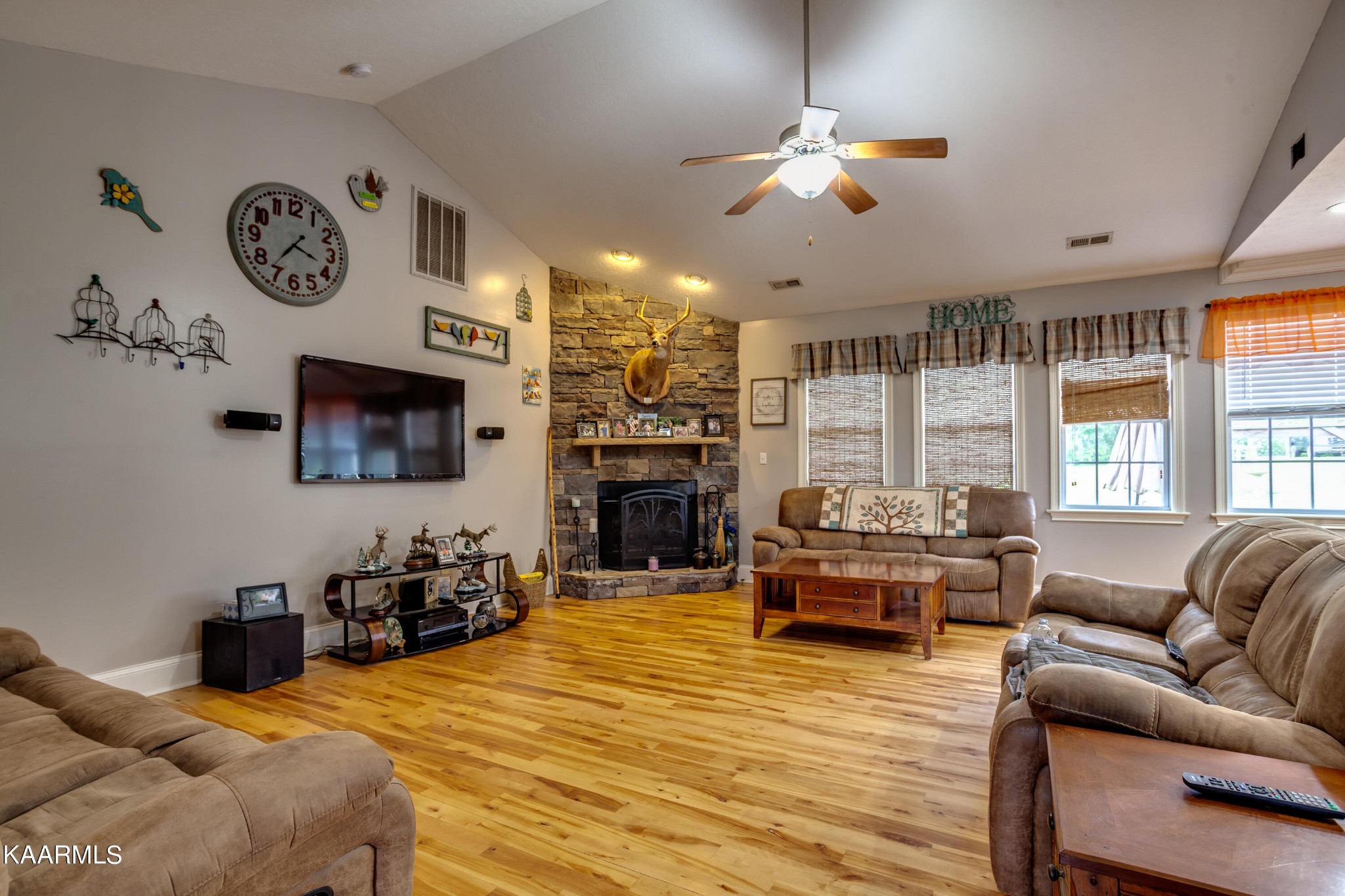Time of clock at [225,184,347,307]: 3:36
